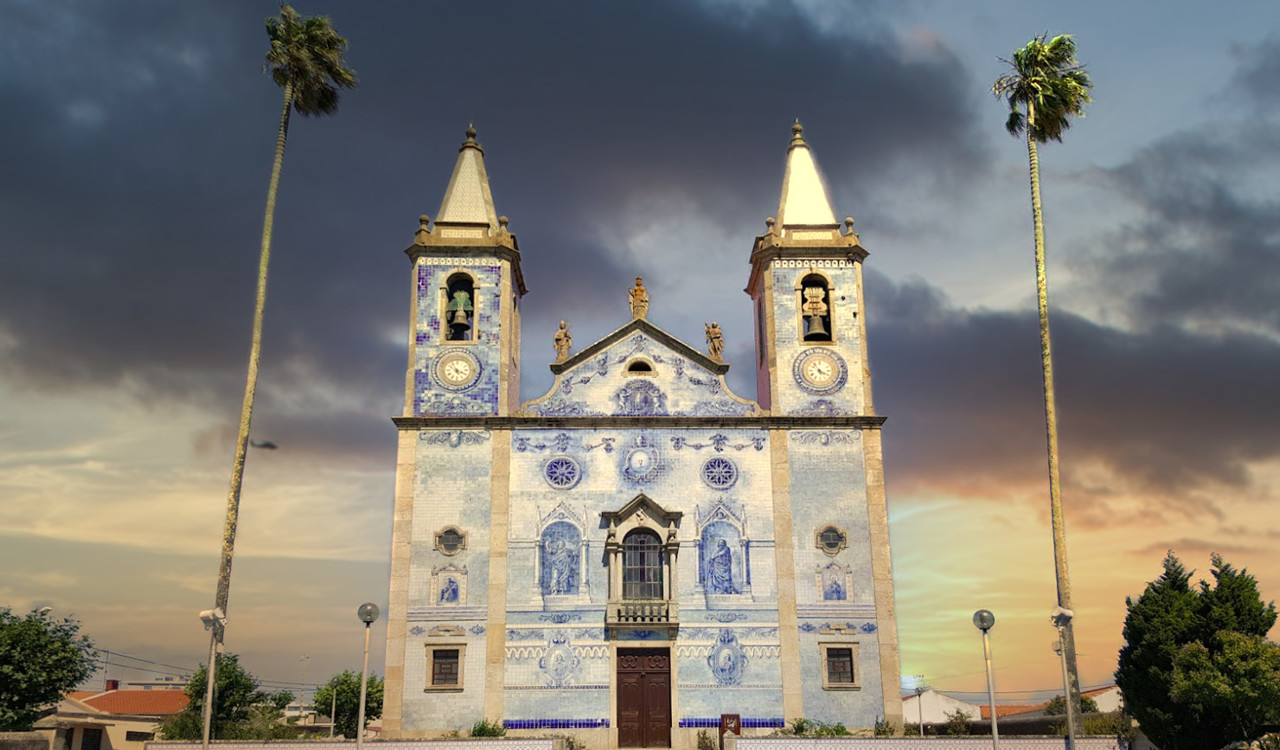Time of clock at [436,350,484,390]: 5:19
